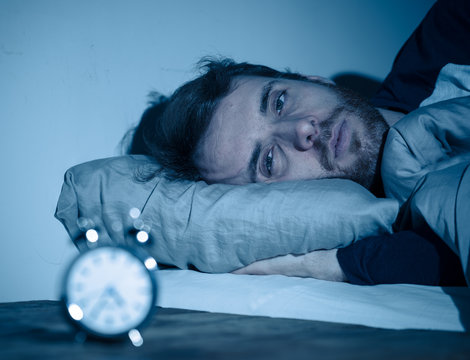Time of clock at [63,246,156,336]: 4:35
